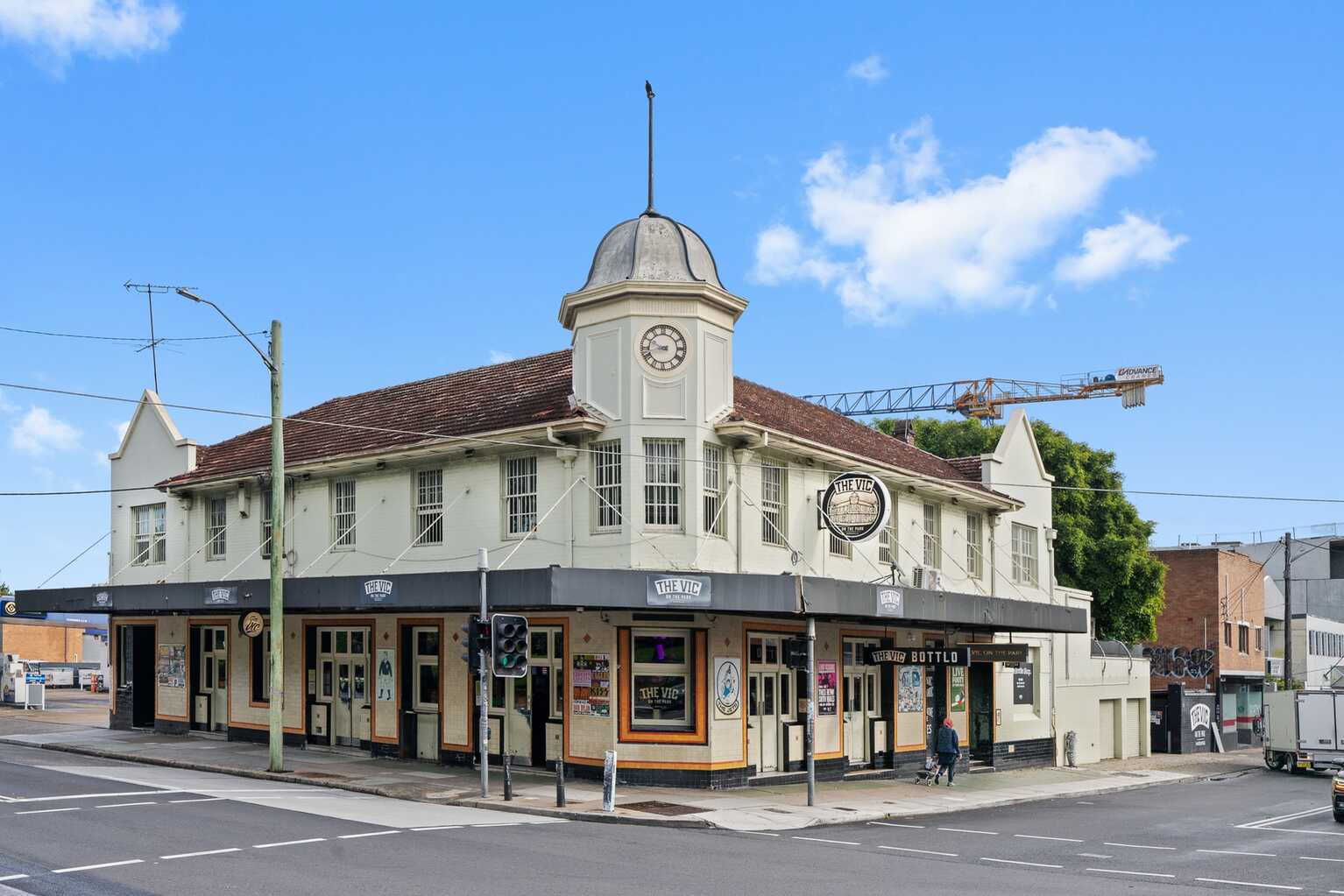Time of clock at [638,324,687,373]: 9:42
